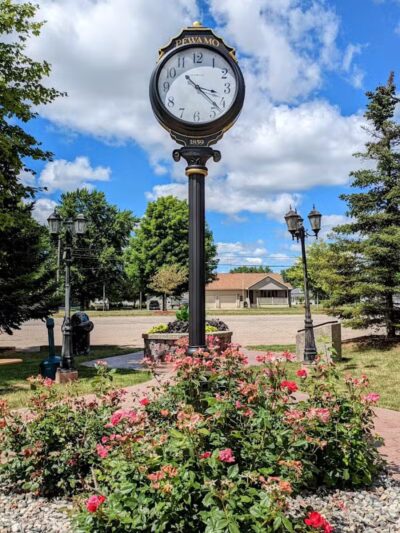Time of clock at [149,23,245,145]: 3:22
